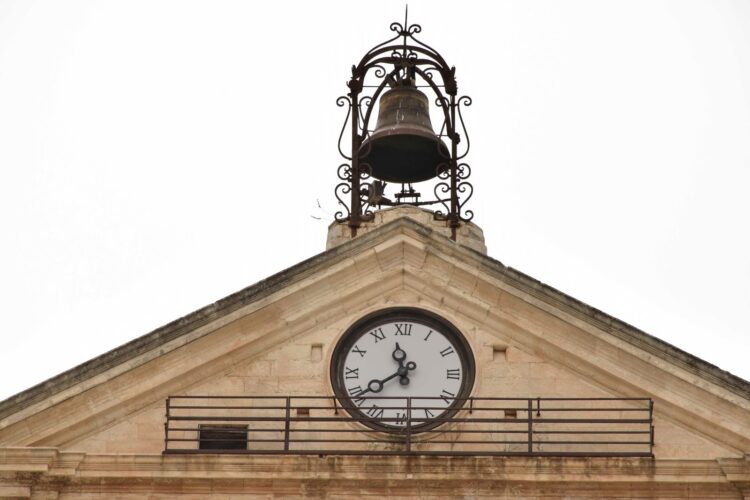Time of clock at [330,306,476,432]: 11:39
